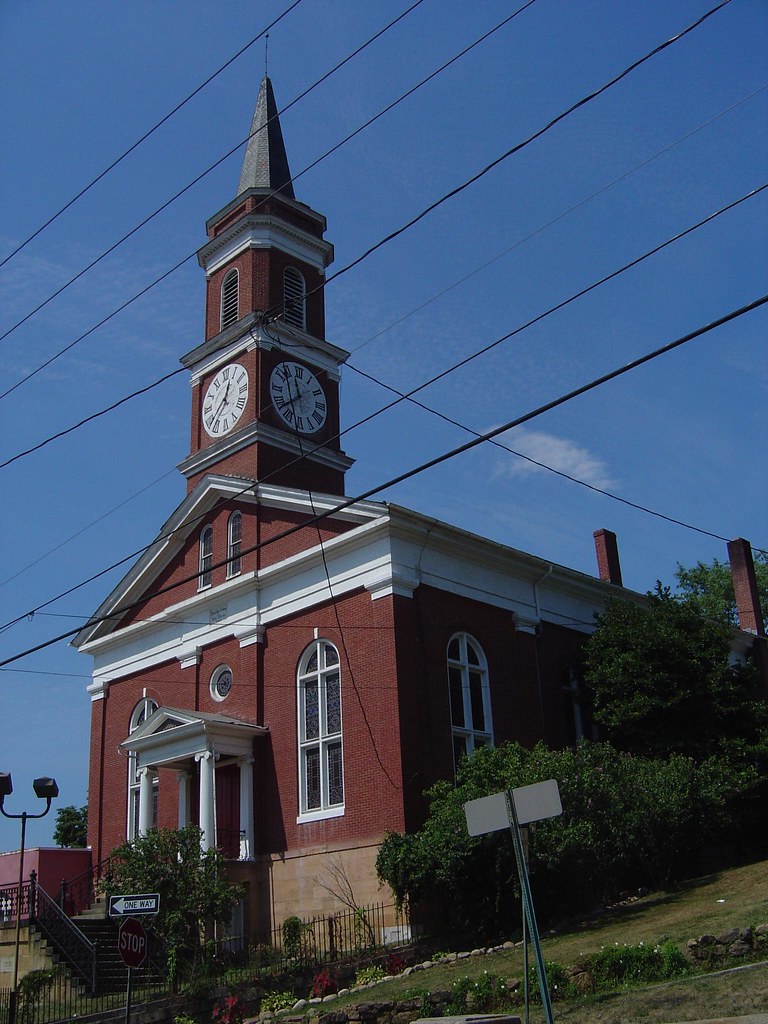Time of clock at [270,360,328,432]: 11:37
